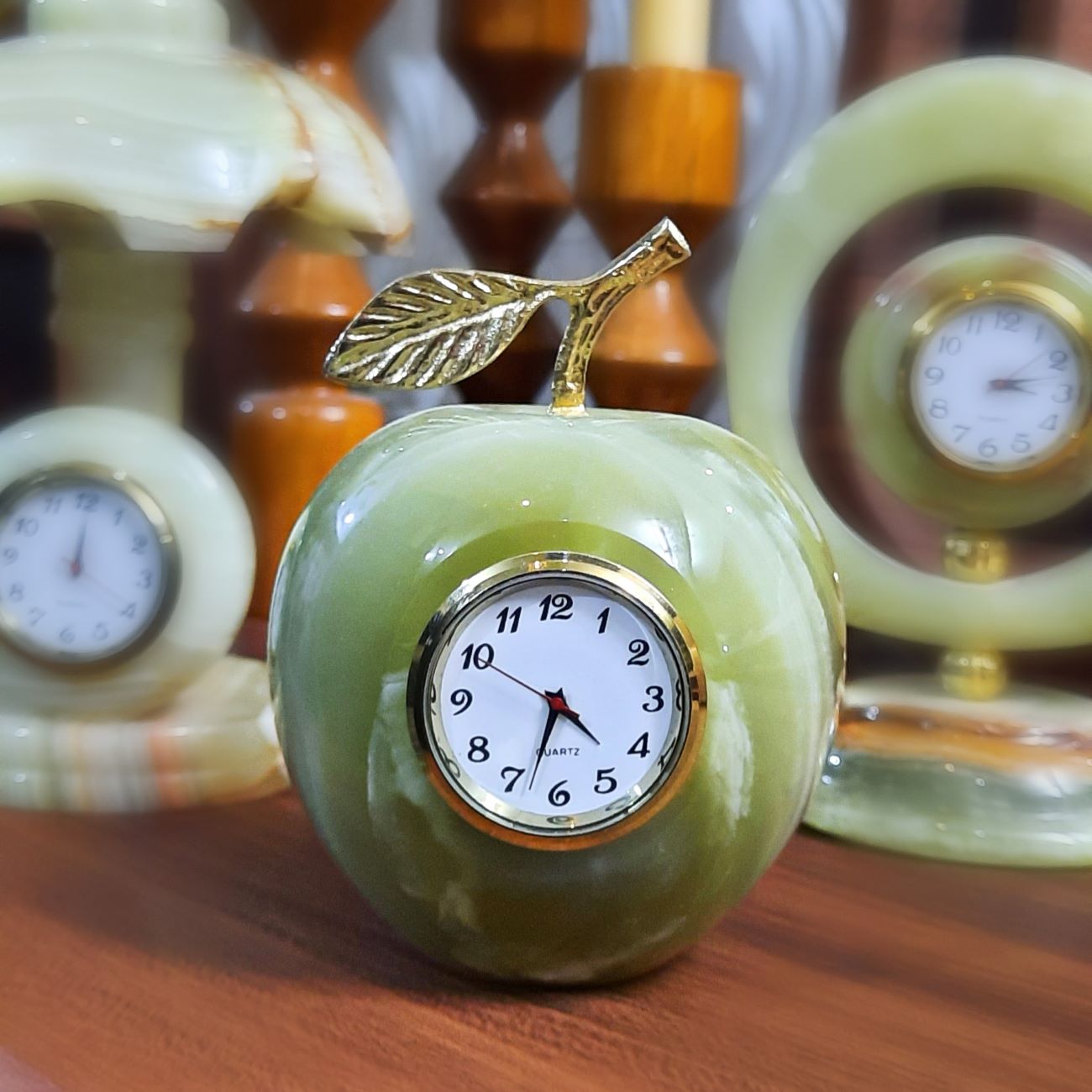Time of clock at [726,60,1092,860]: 4:33
